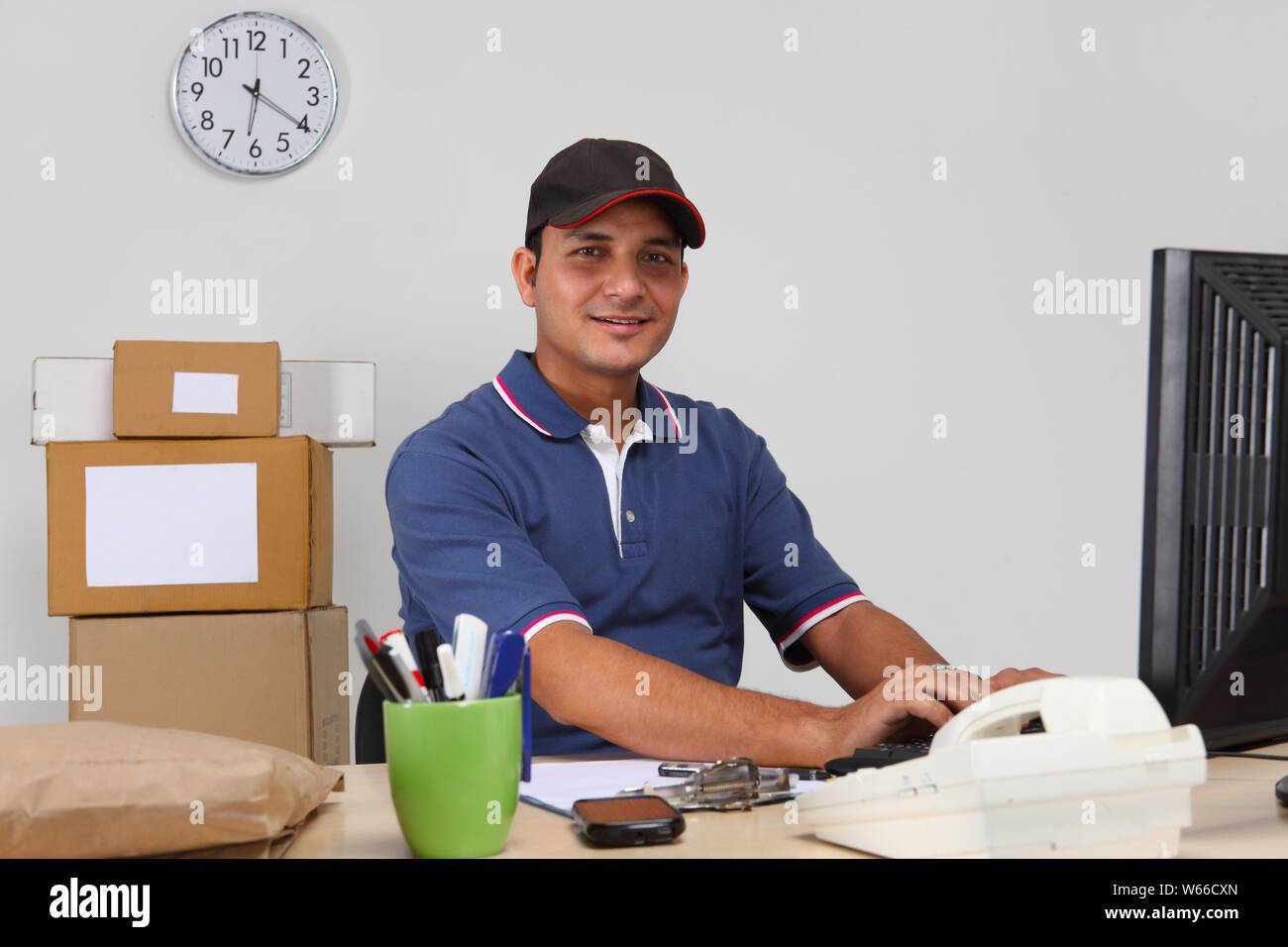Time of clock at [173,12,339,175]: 6:20
